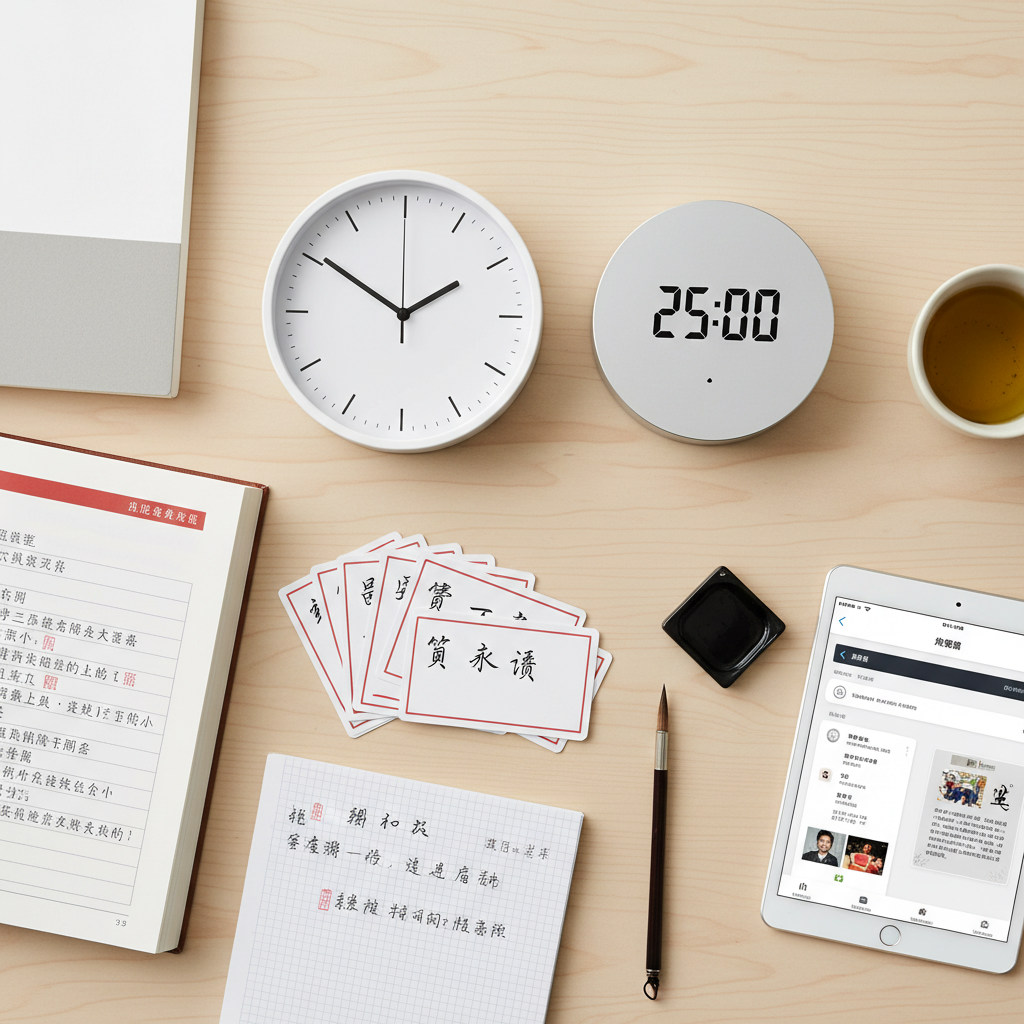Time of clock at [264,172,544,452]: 1:50
